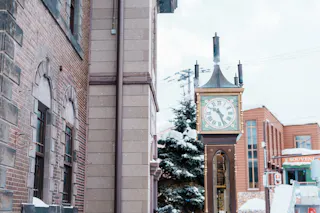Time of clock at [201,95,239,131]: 4:26
